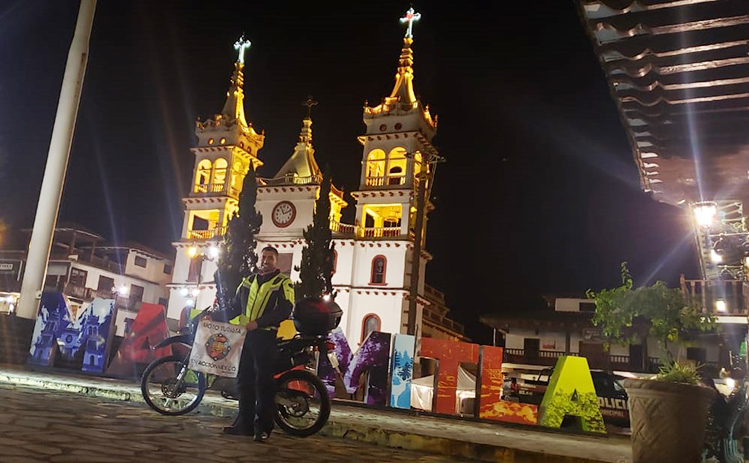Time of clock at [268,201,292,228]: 11:11
